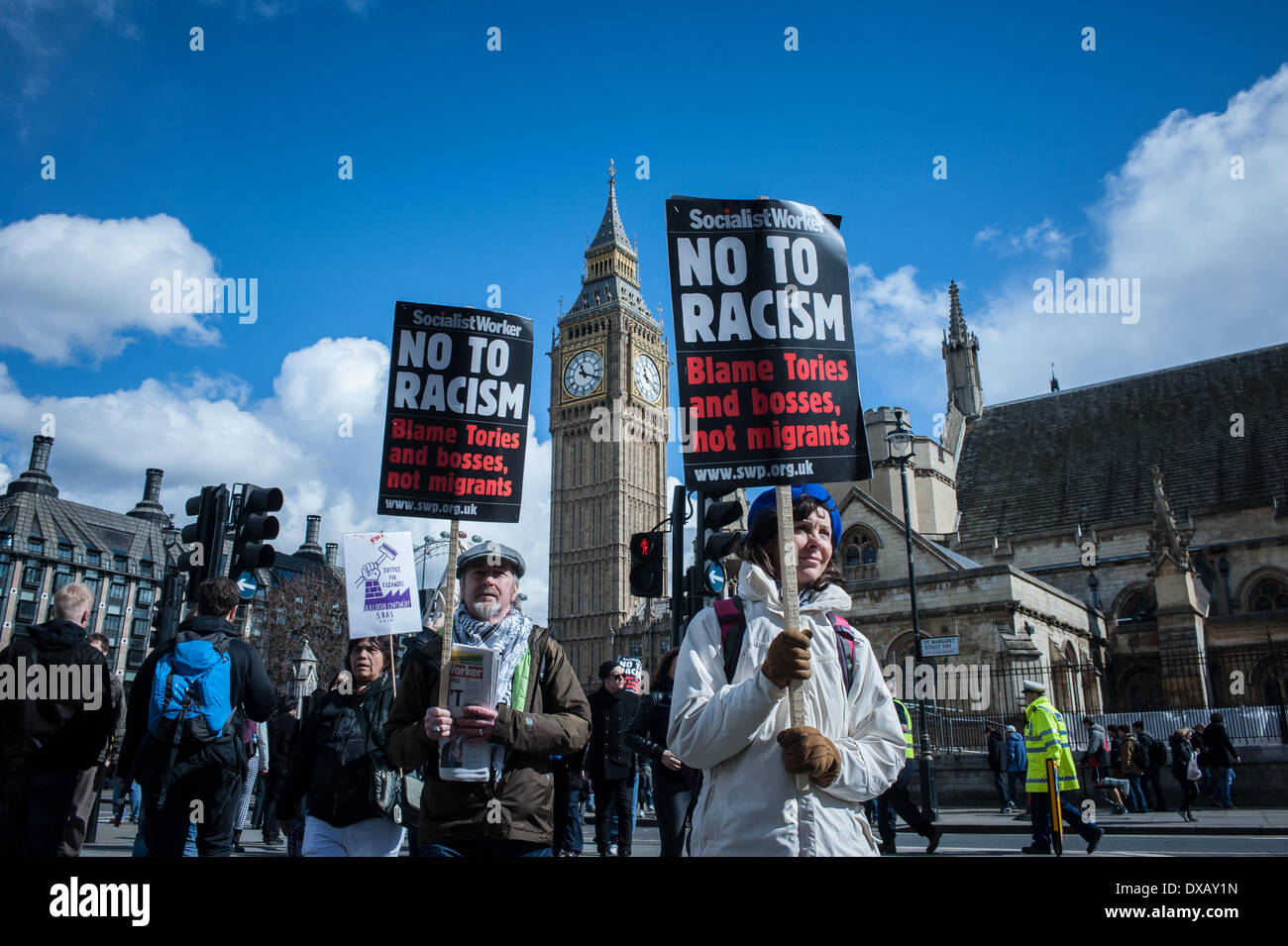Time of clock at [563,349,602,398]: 11:18
